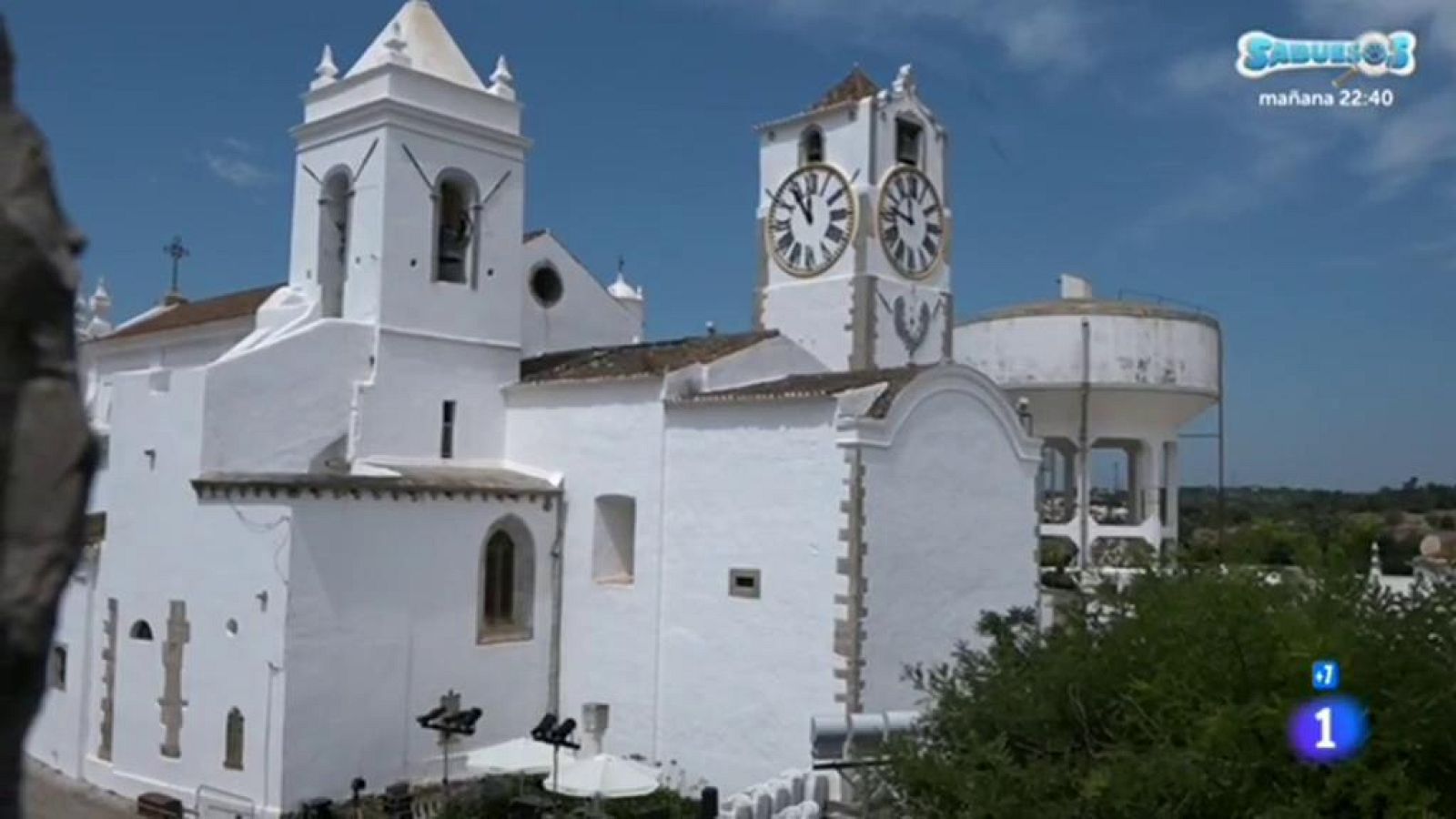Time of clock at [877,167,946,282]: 11:46
